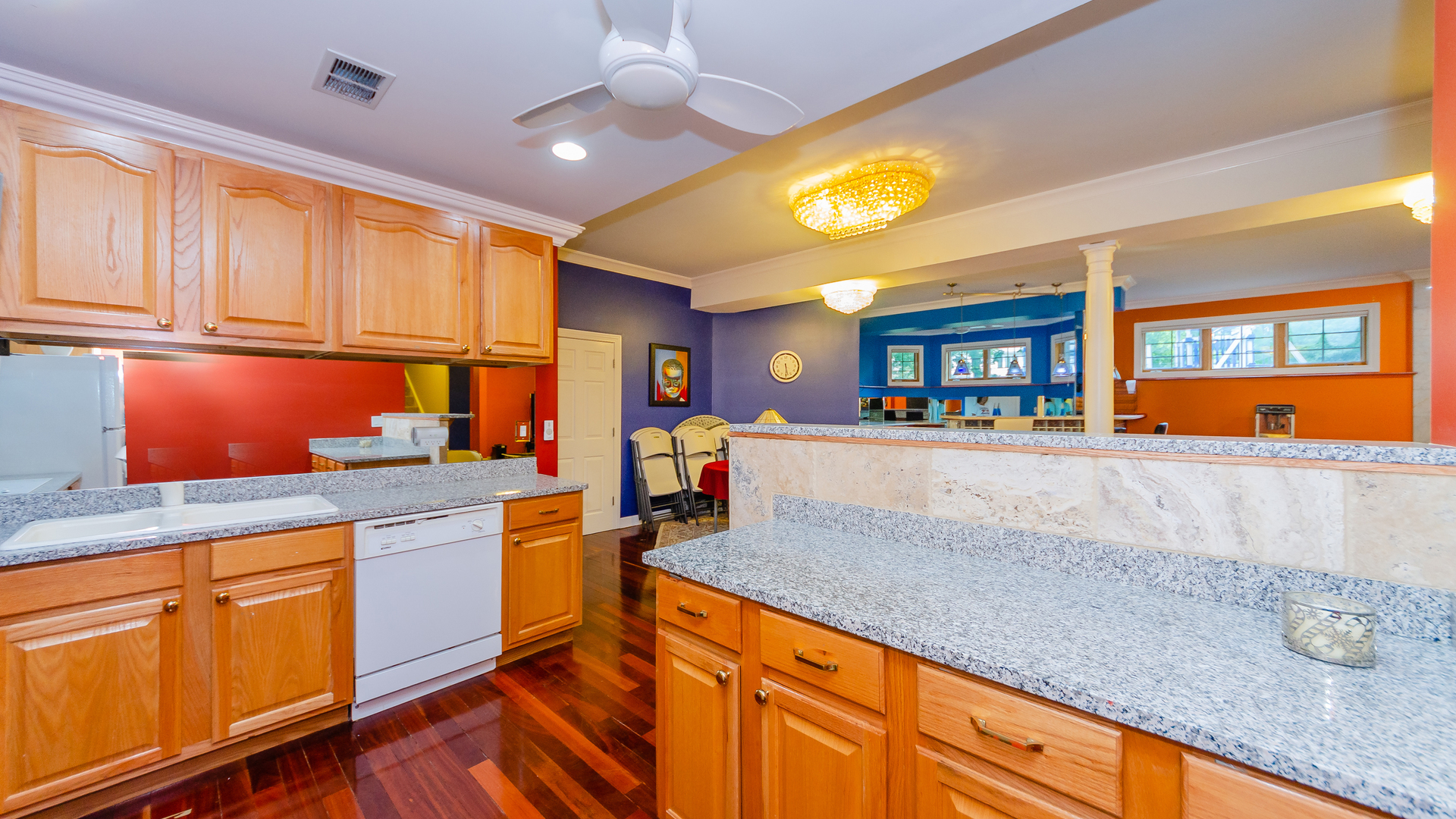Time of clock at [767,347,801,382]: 5:29
